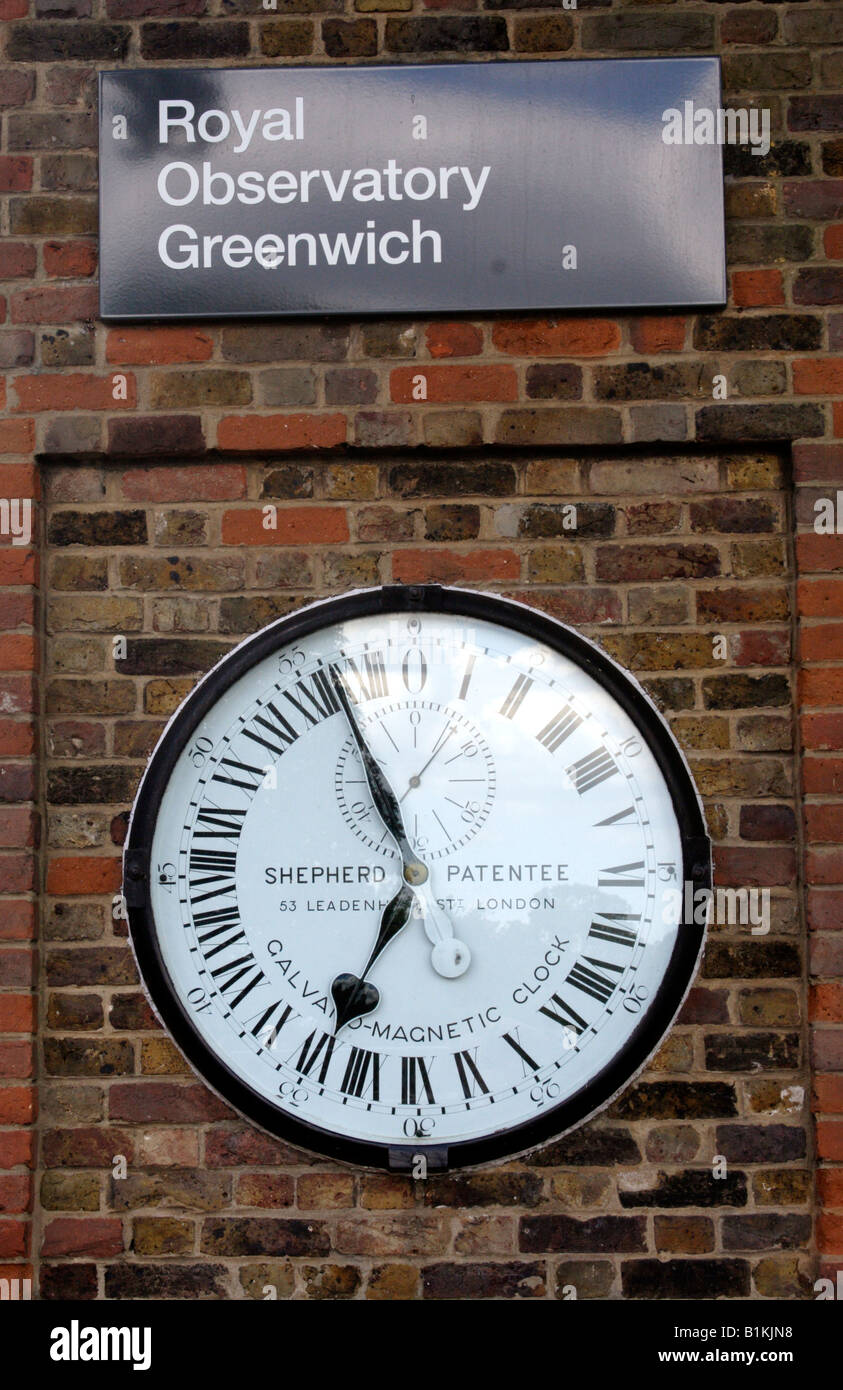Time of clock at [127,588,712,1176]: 6:55
